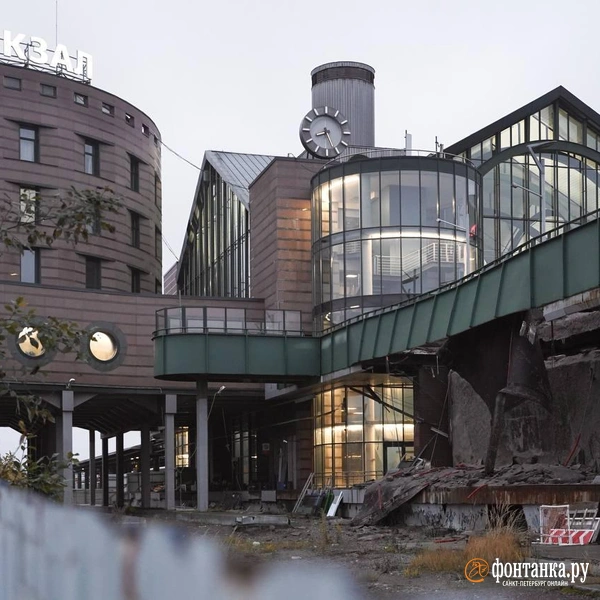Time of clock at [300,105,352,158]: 8:26
